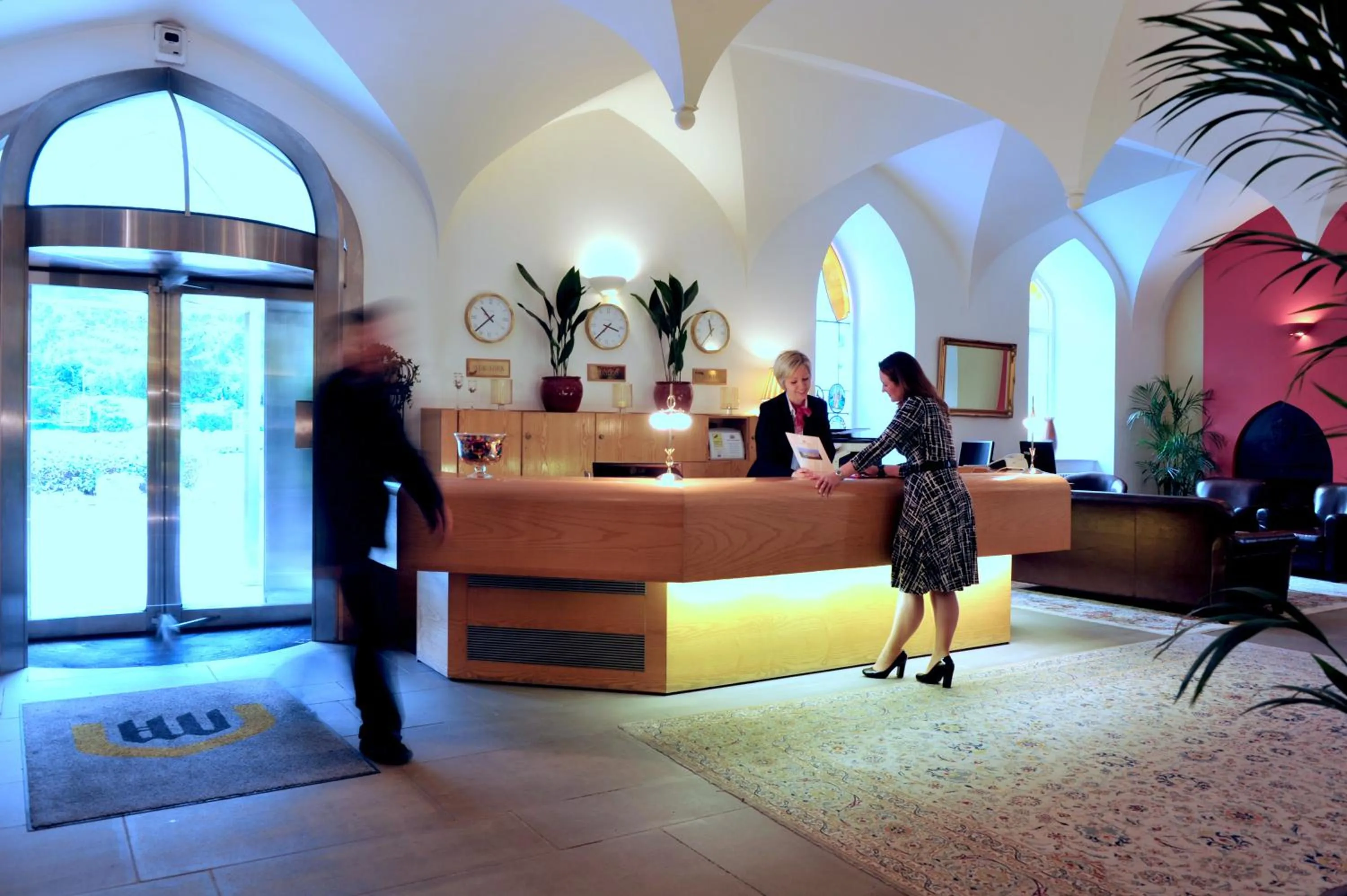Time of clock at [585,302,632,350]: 3:37
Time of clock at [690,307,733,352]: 11:36
